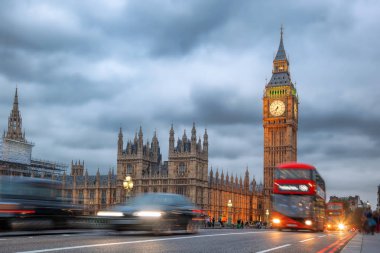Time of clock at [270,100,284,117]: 7:33
